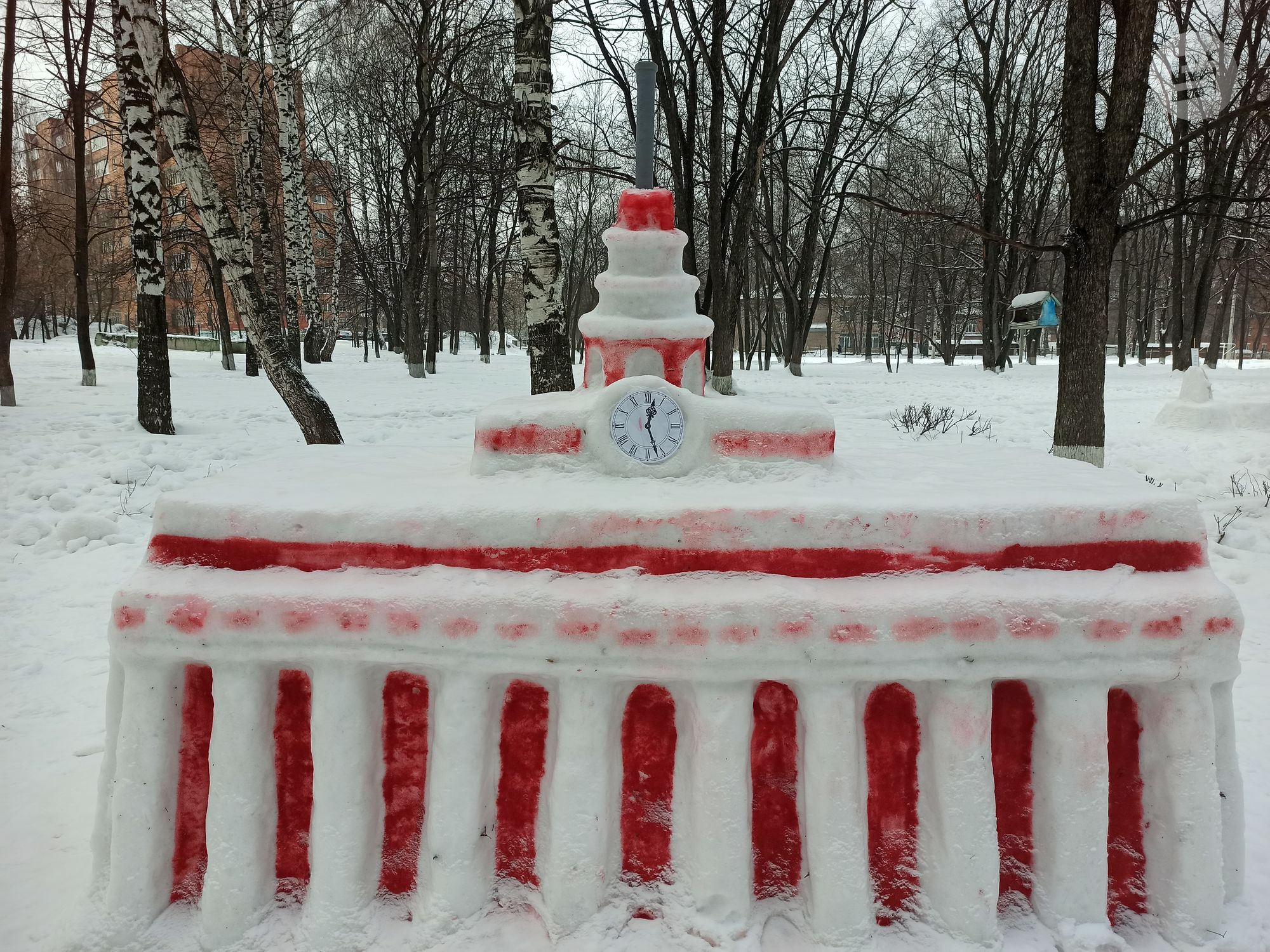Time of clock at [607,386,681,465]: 12:26
